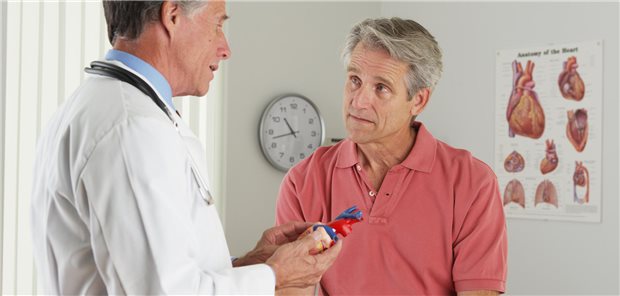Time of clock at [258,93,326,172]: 10:42
